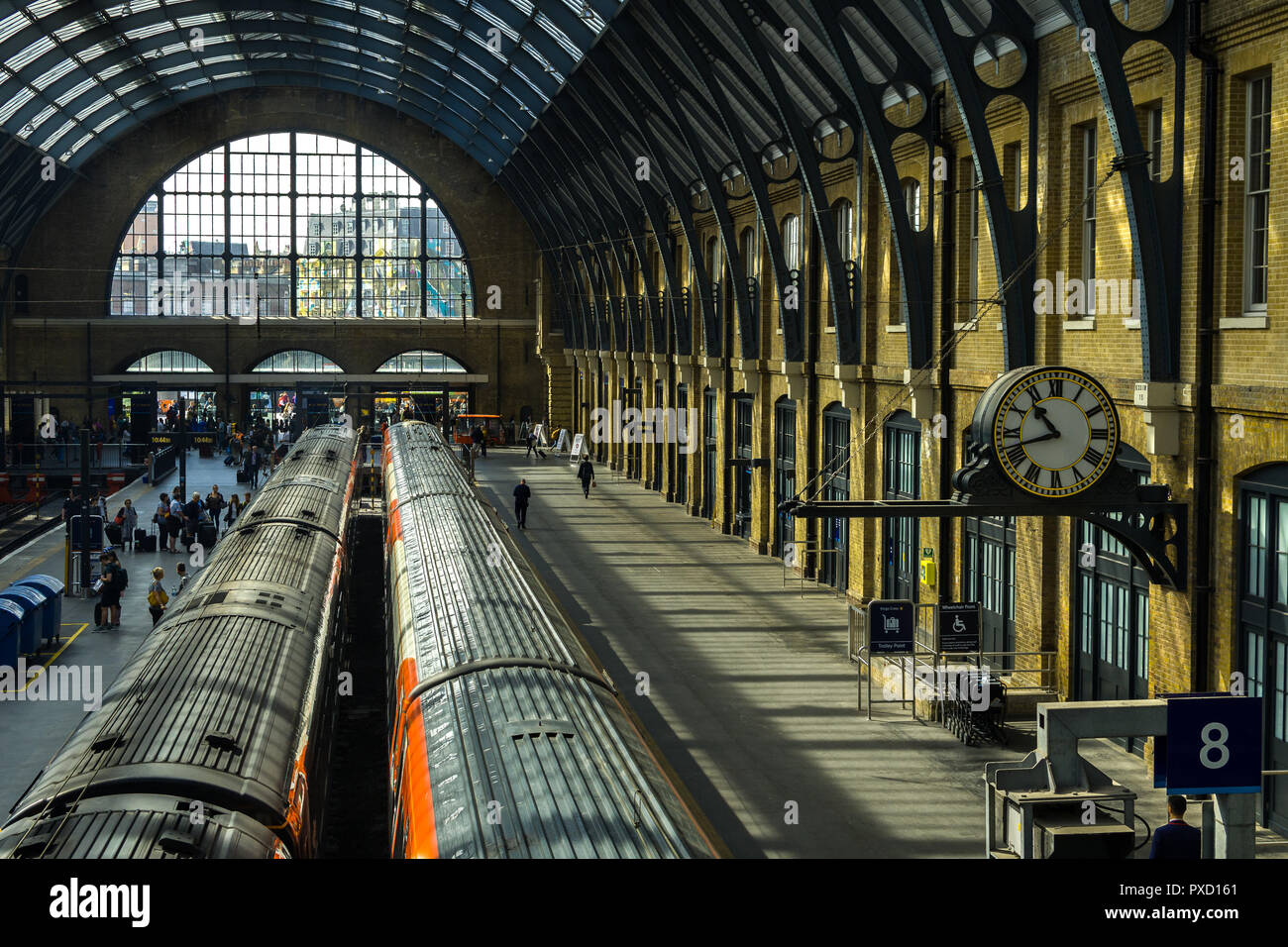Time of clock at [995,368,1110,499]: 10:42
